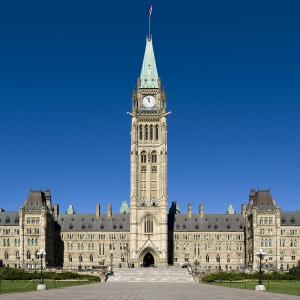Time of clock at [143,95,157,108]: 11:55
